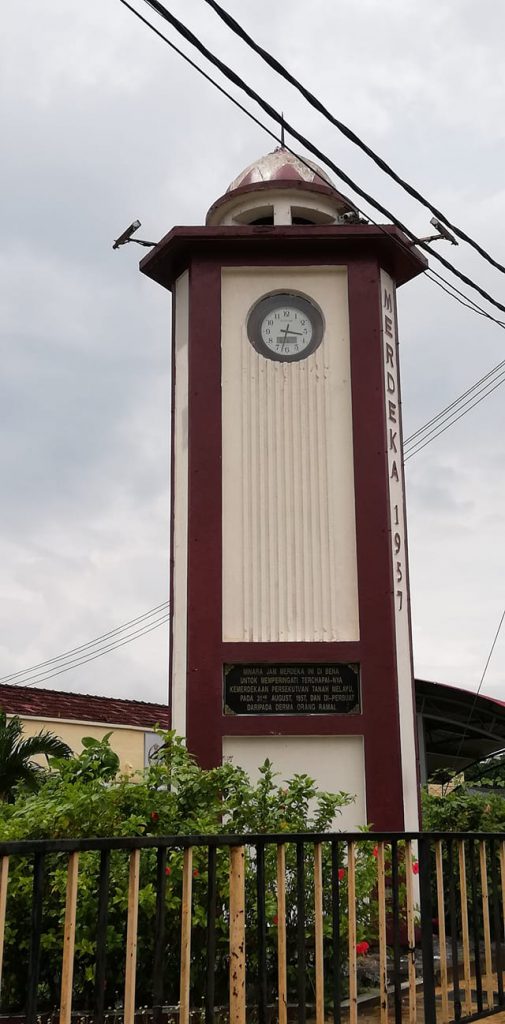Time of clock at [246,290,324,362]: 3:32
